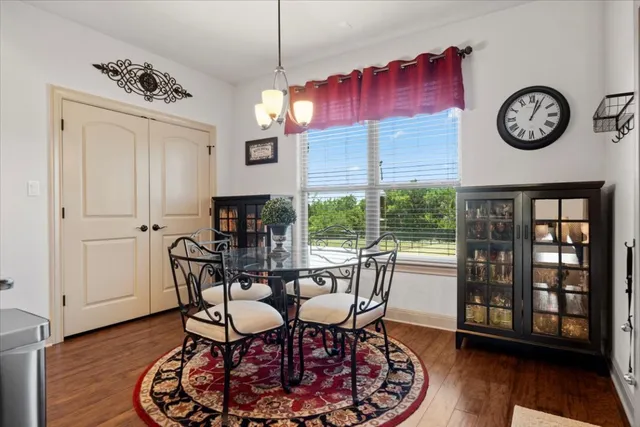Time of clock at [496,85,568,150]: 1:02
